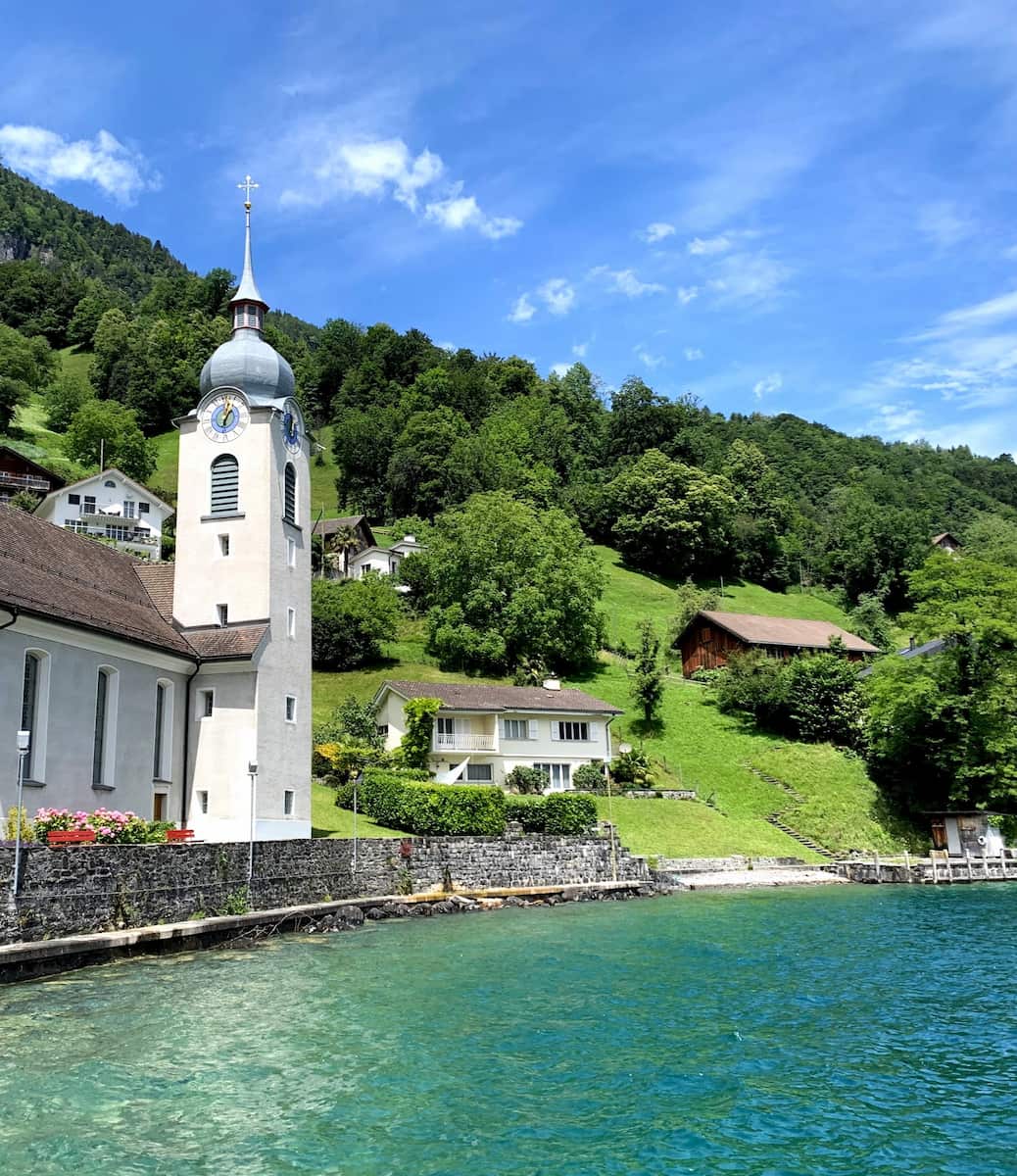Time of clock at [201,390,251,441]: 1:02
